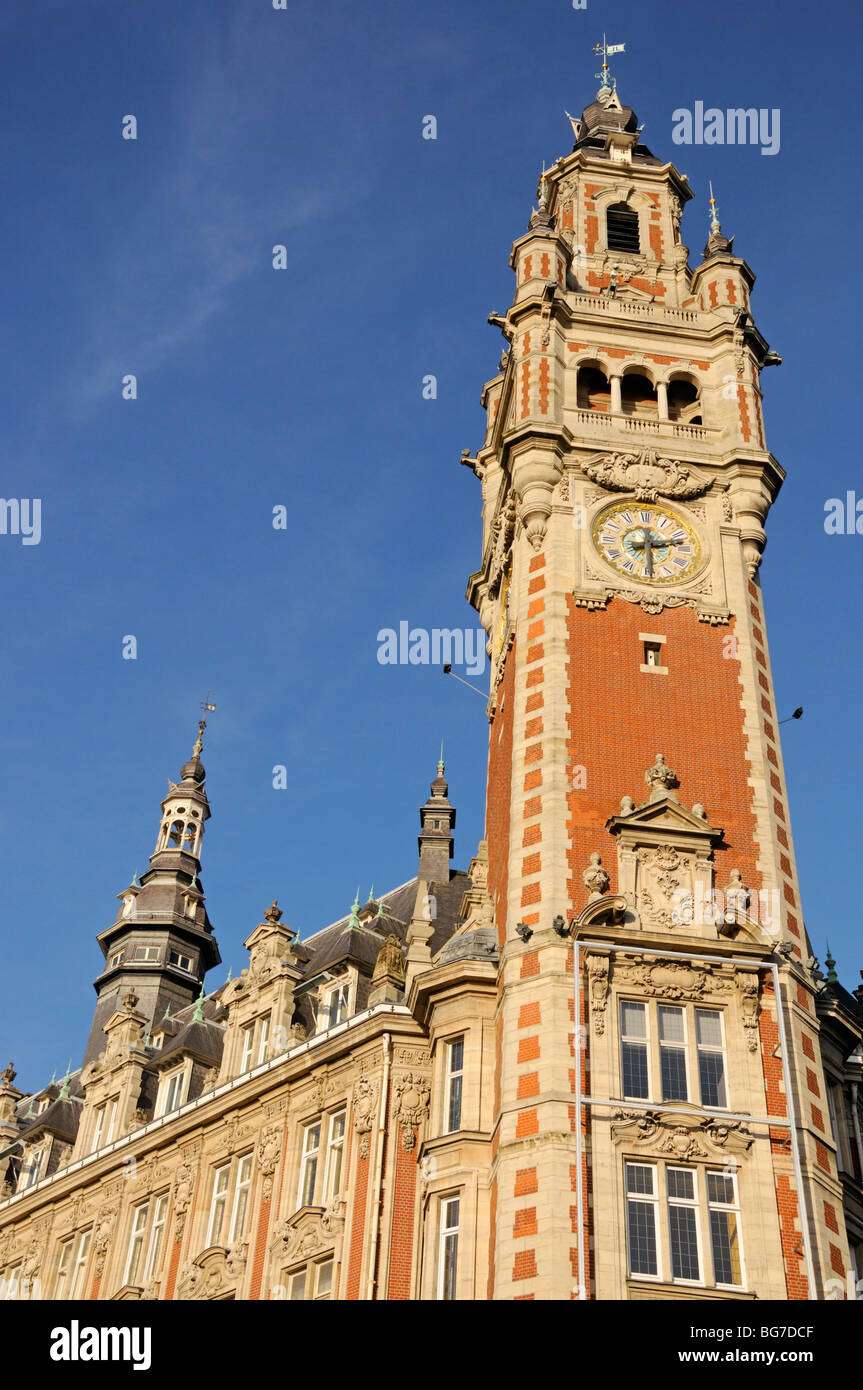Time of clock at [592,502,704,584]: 2:29
